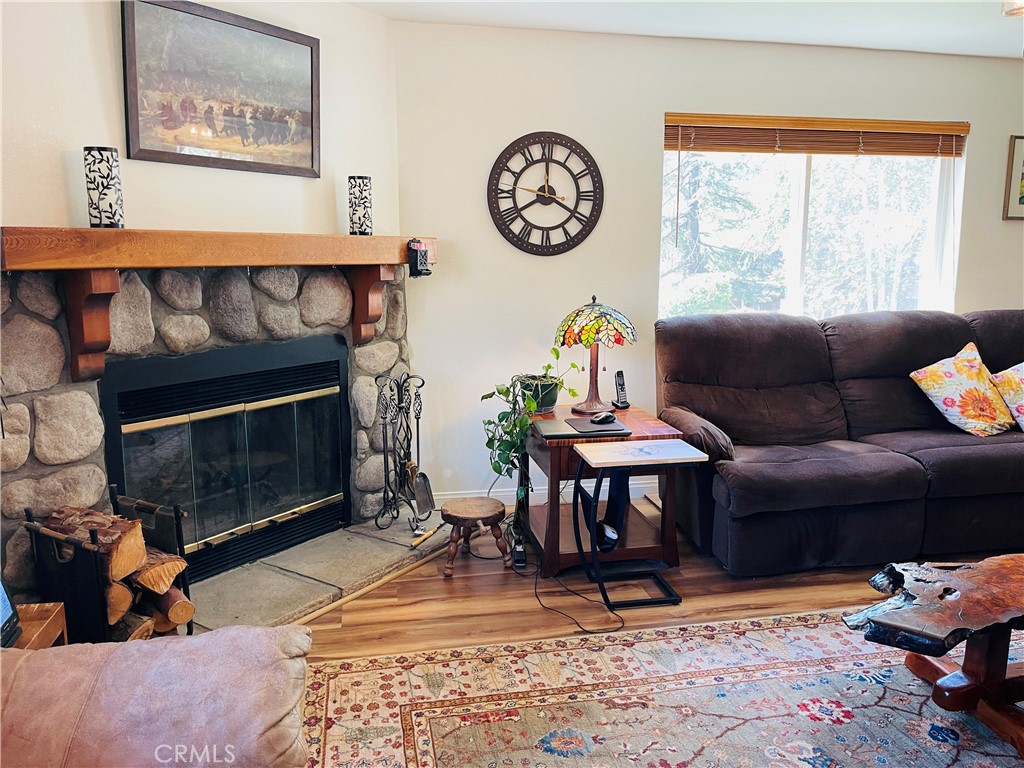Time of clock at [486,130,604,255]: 7:59
